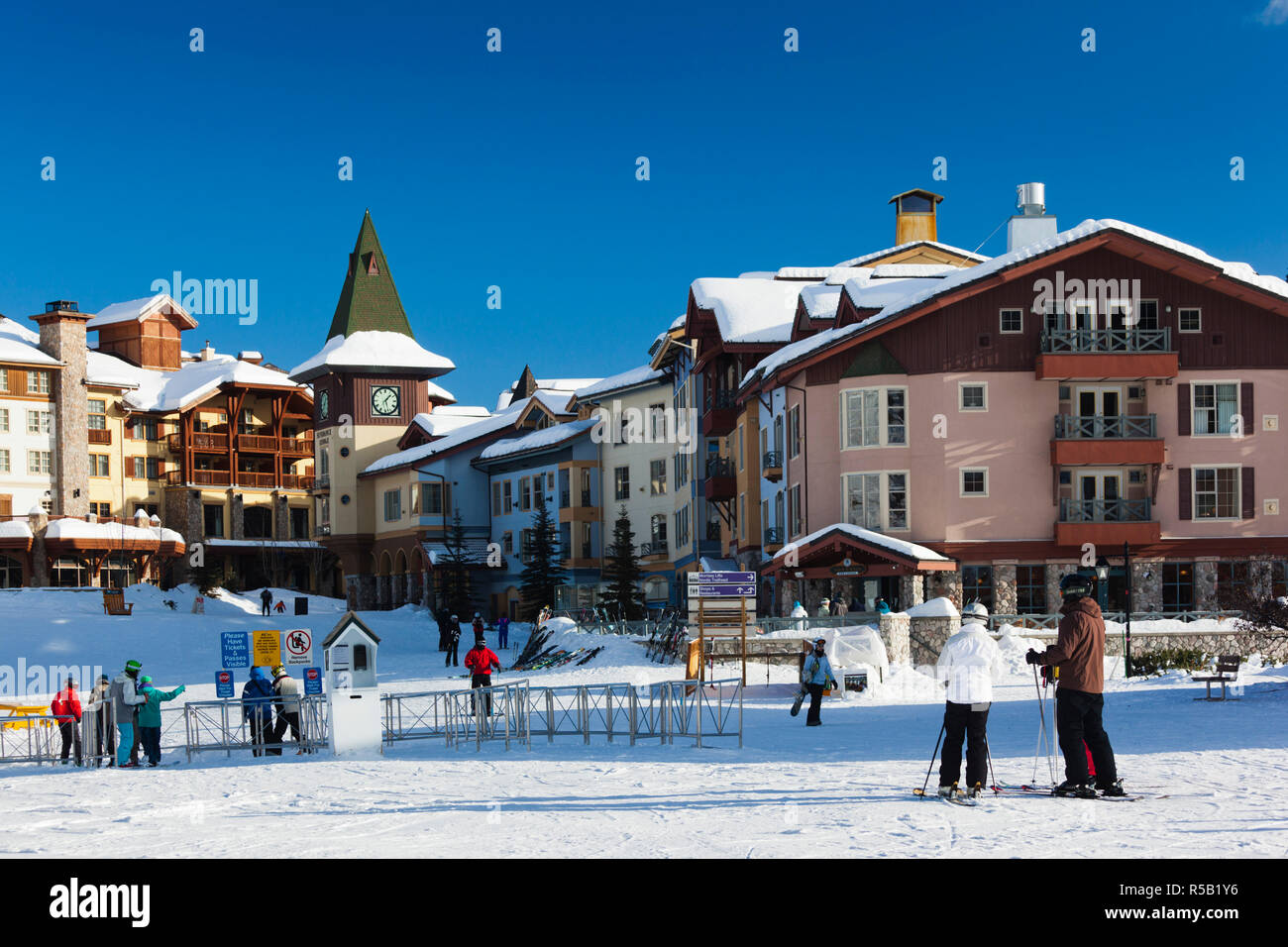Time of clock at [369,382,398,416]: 1:27
